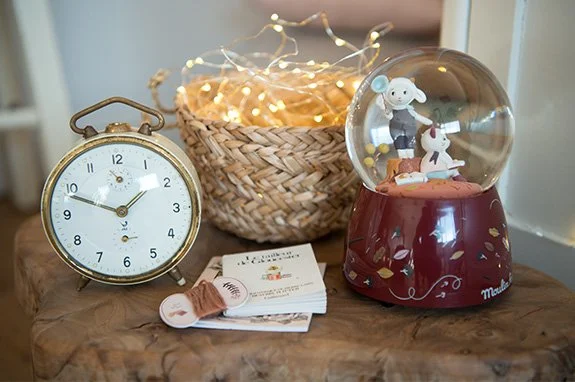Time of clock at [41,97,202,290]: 1:48
